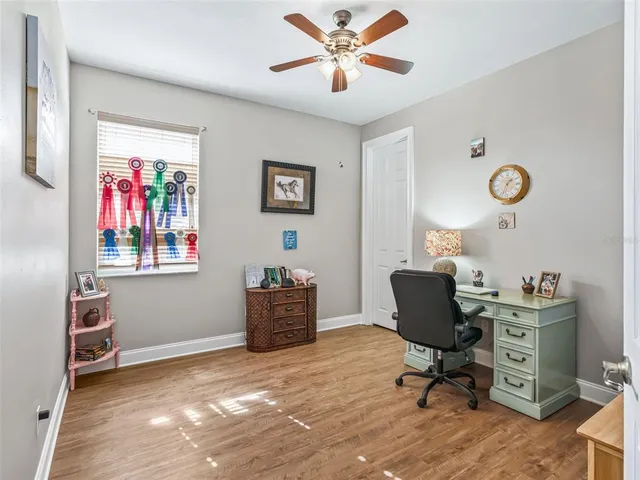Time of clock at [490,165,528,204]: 1:33
